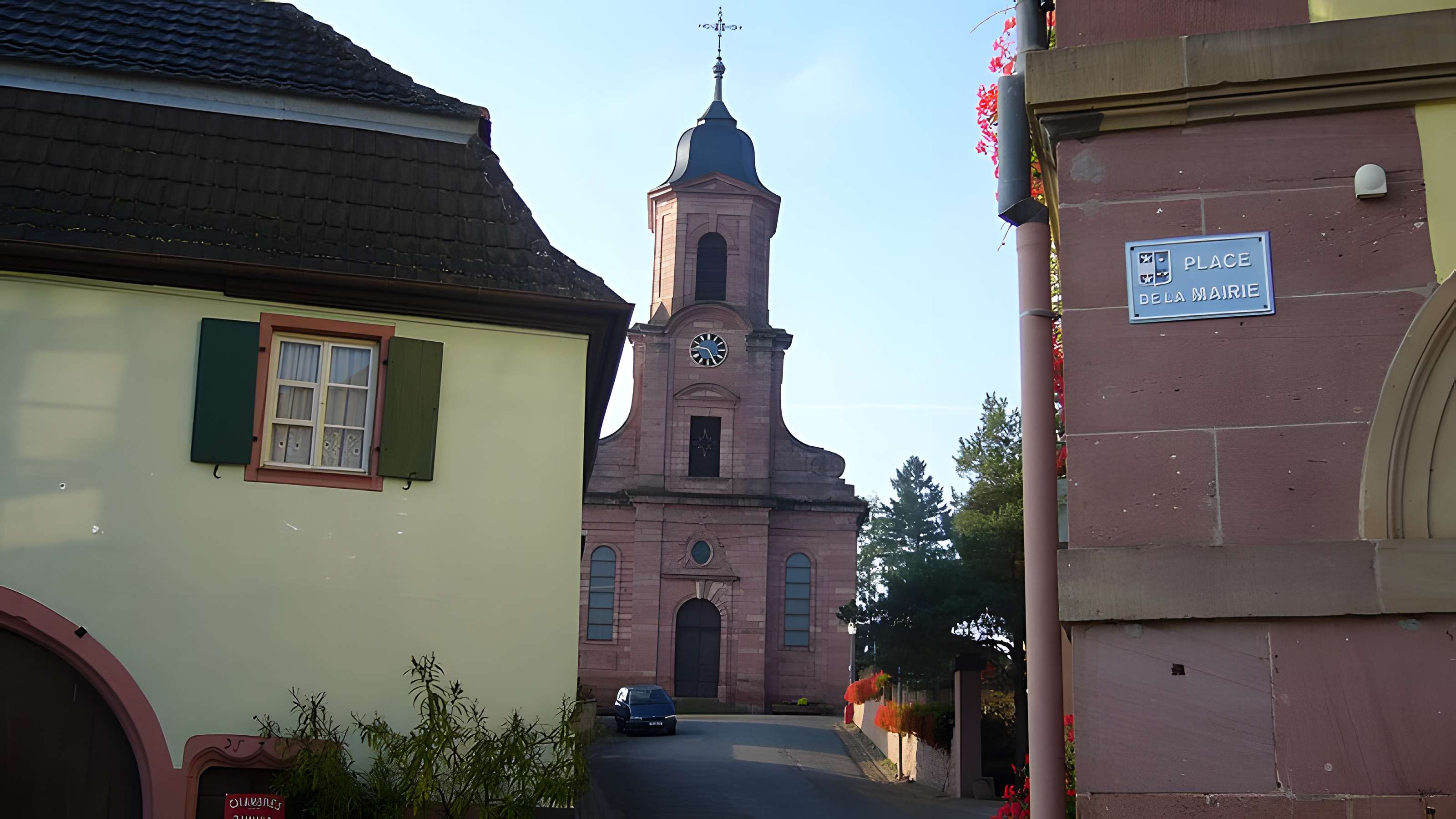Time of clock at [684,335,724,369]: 9:25
